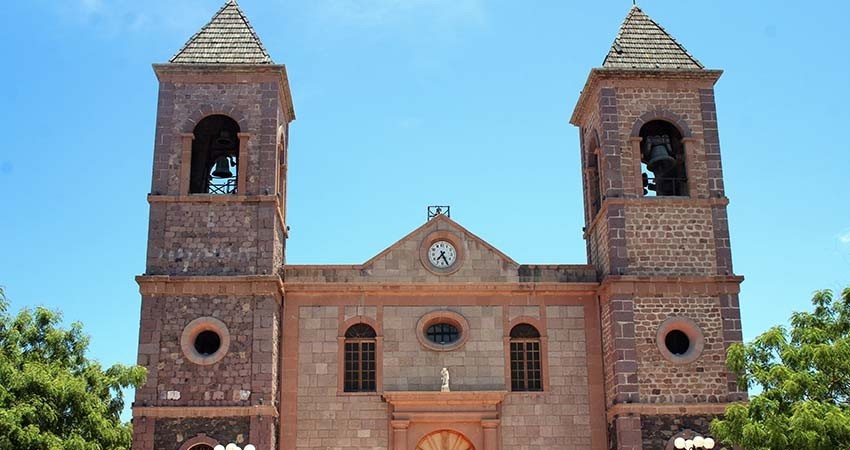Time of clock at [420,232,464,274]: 7:25
